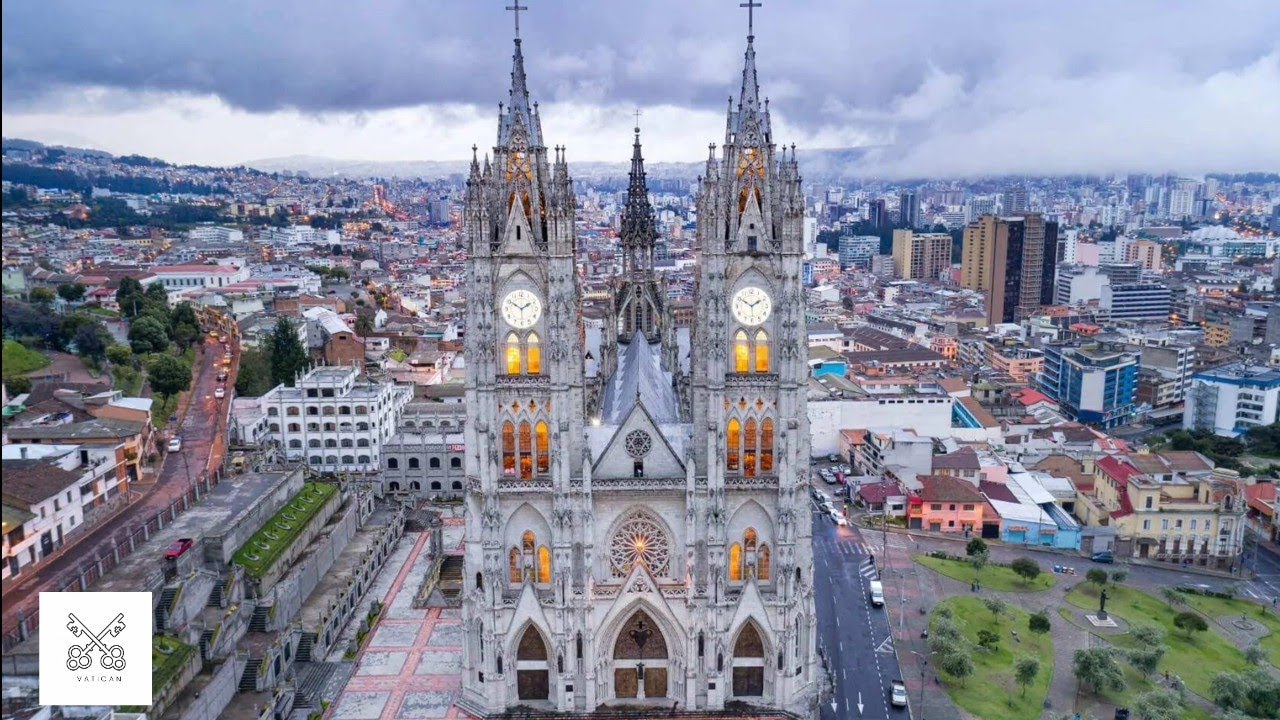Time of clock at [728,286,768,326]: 1:50
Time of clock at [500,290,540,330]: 1:50
